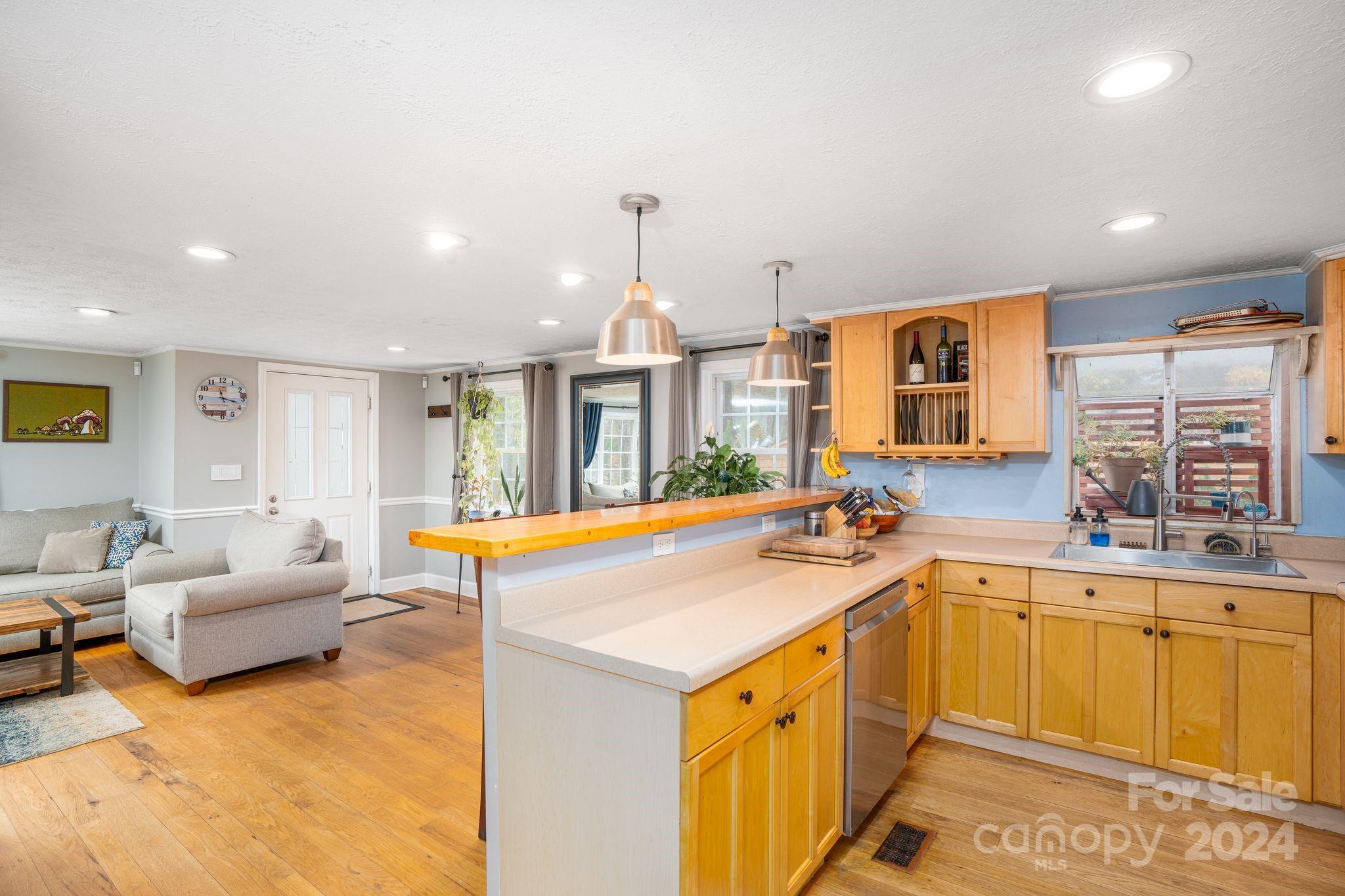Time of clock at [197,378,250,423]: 11:17
